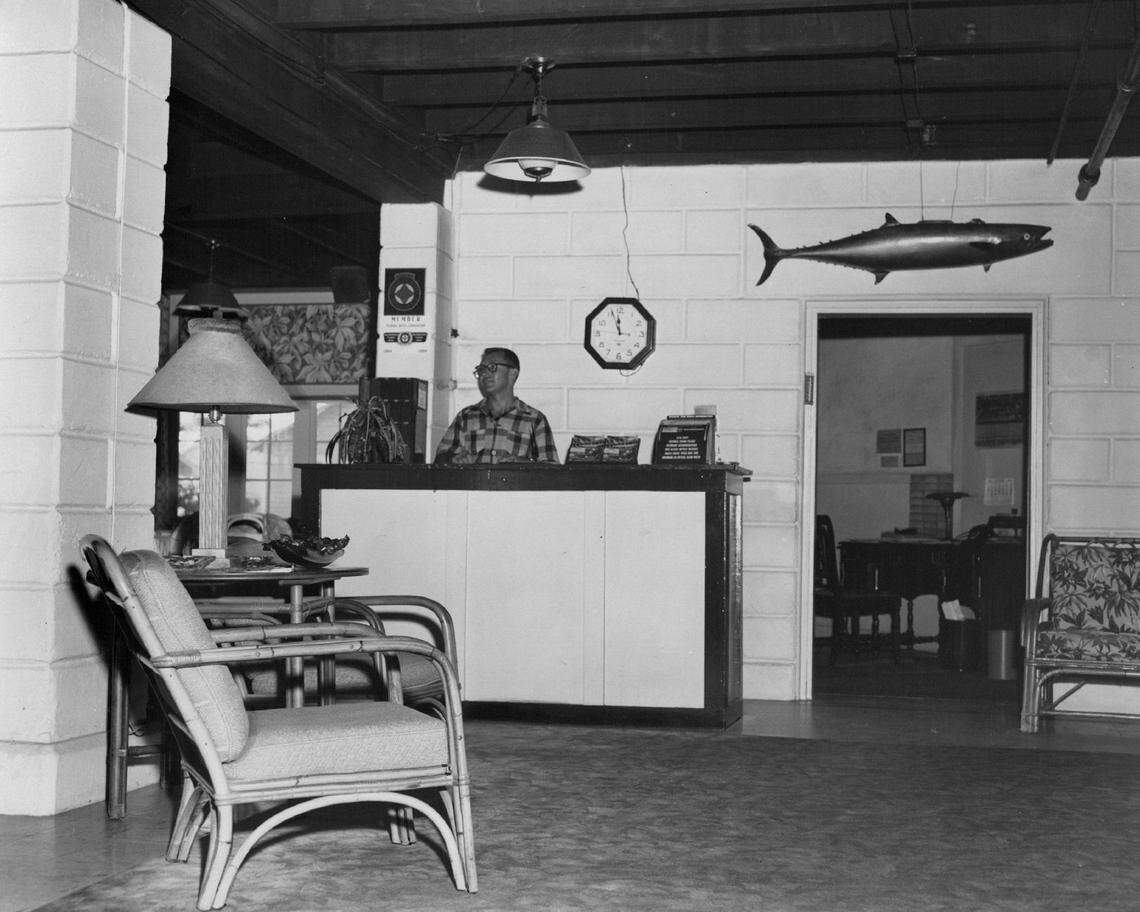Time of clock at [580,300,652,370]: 11:56
